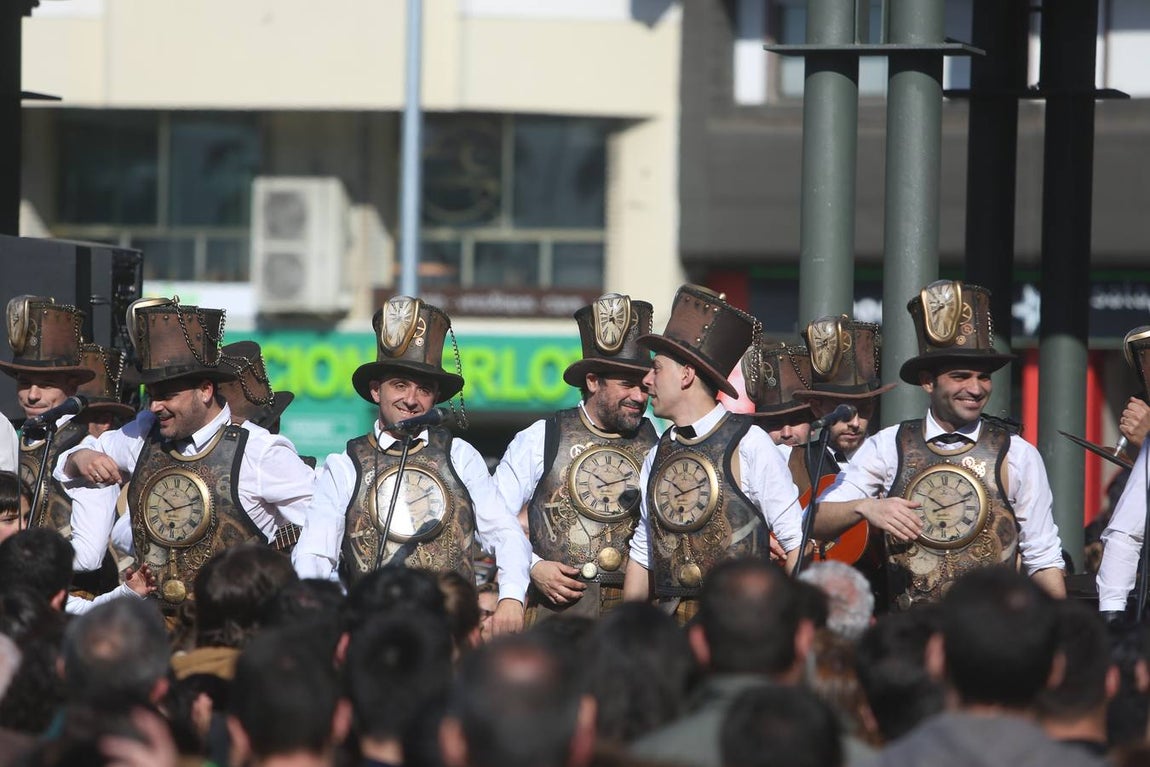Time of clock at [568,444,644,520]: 10:11
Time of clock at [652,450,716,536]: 10:11
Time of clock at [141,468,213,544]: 10:11
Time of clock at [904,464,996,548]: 10:11
